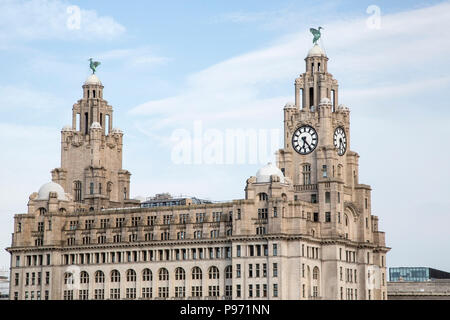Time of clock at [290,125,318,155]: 6:23
